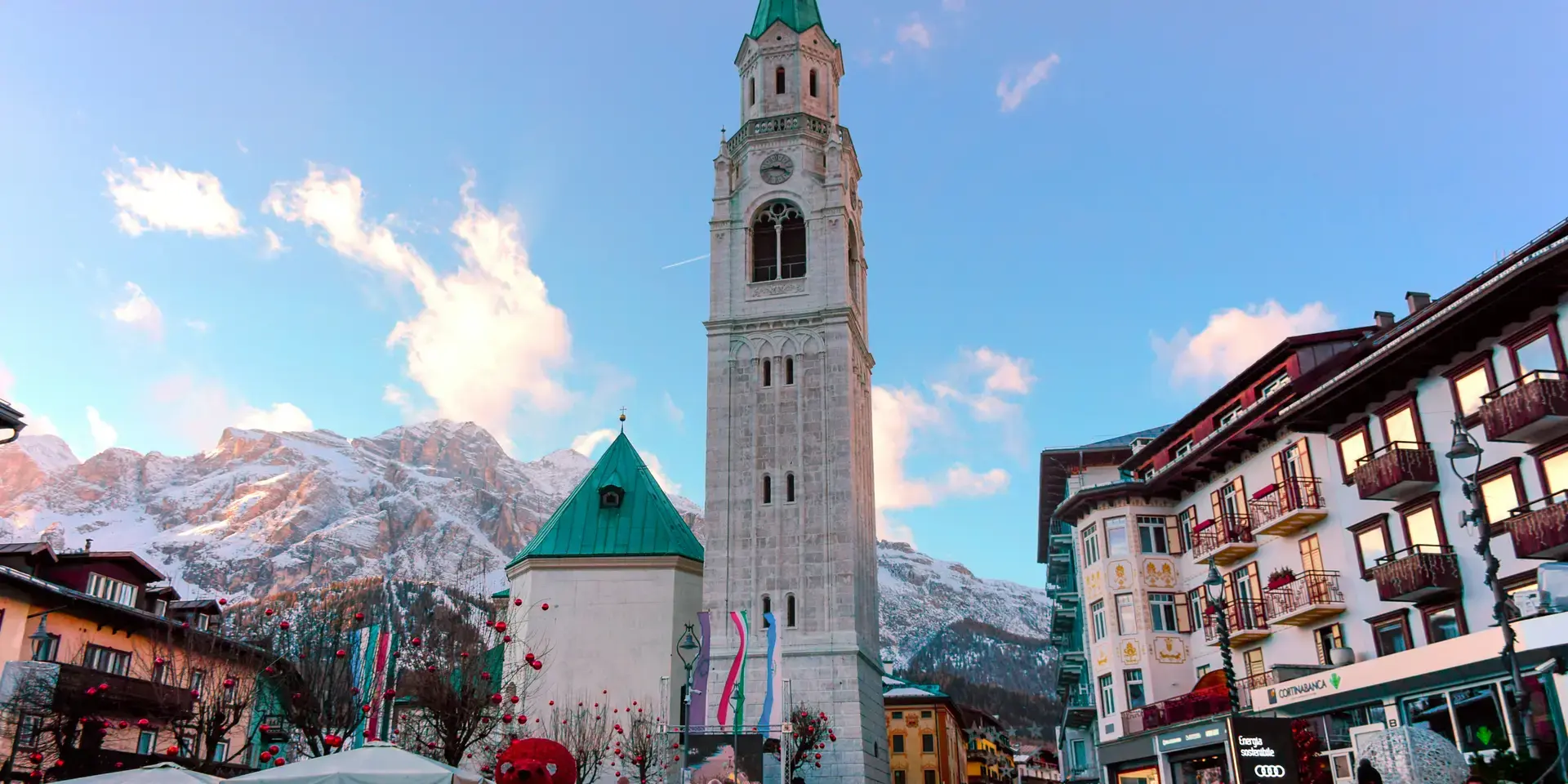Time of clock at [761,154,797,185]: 3:43
